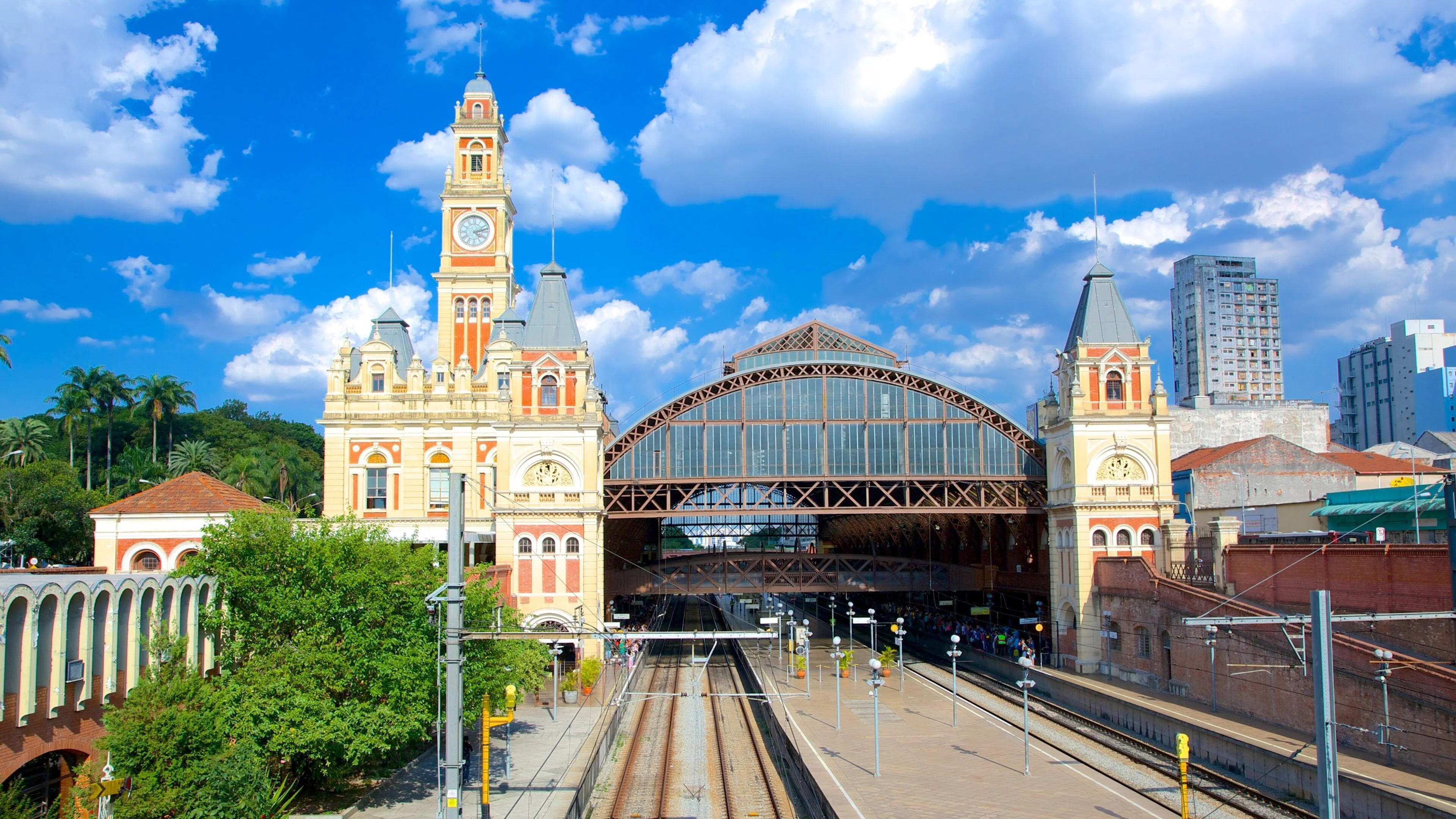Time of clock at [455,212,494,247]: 4:12
